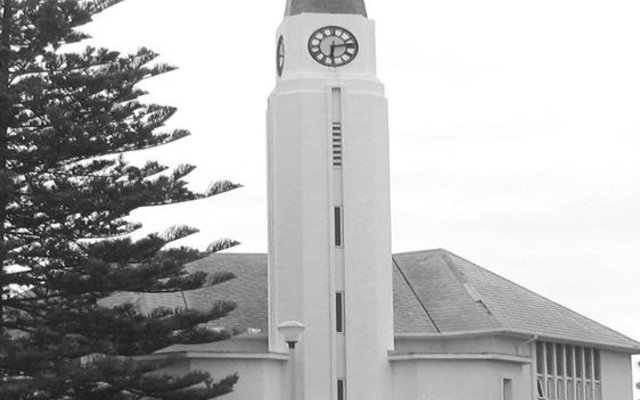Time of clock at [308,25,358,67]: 6:13
